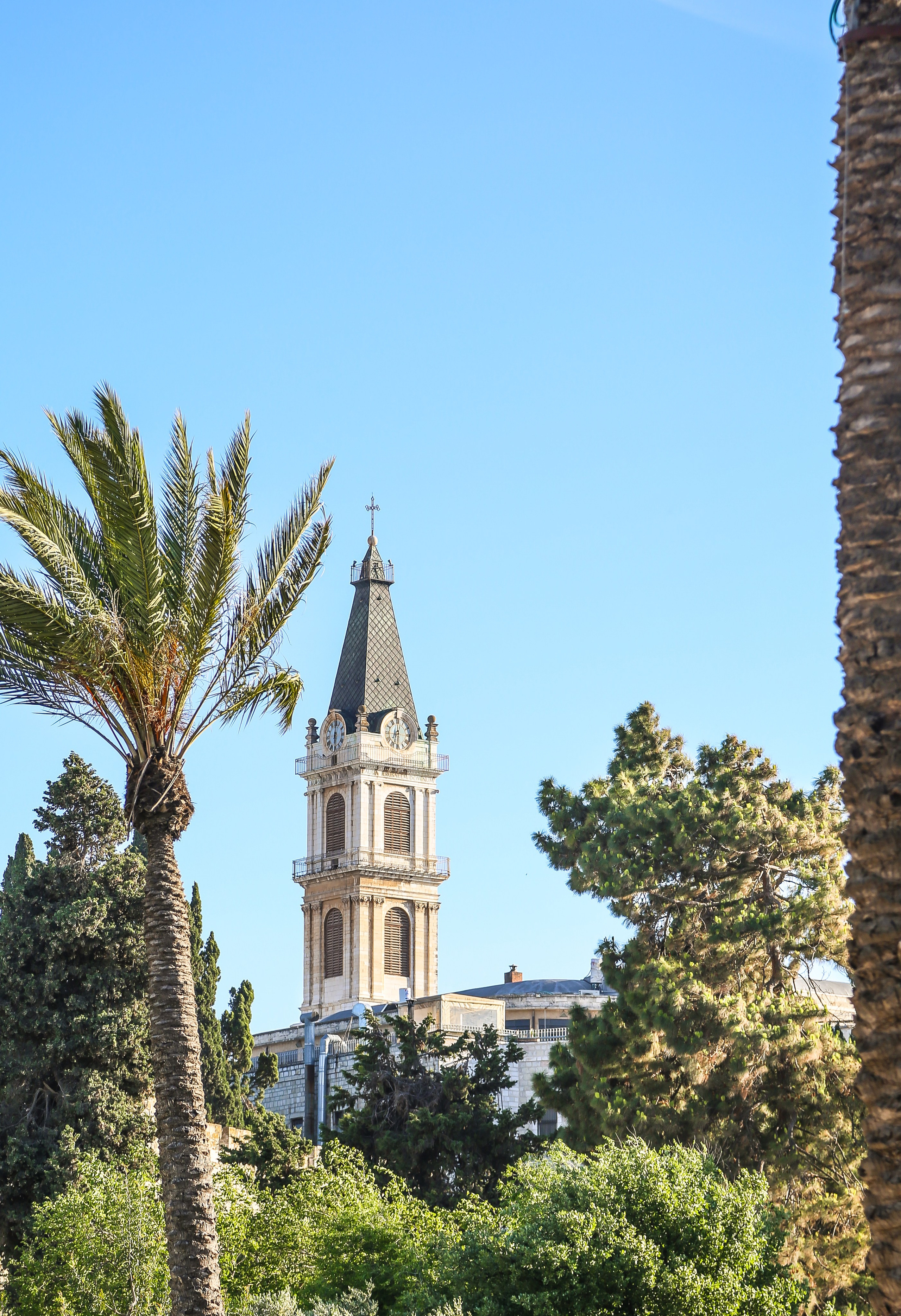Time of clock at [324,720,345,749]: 6:00
